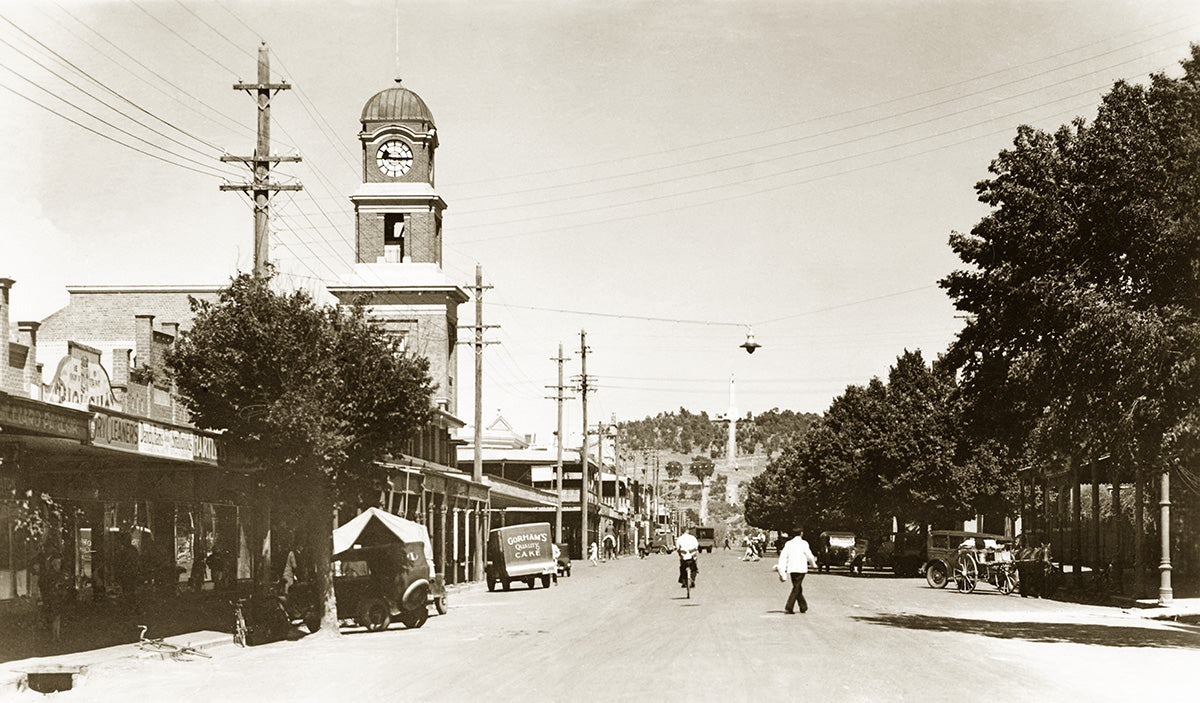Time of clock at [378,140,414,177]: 9:14
